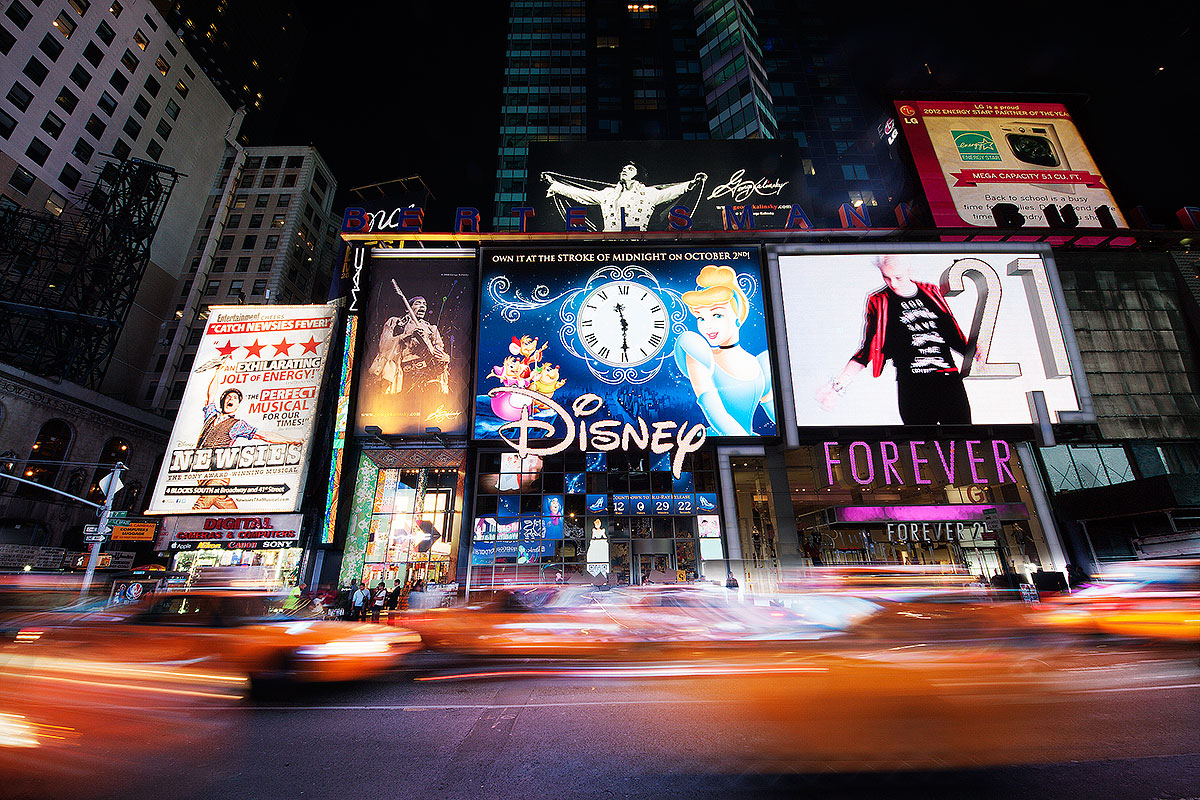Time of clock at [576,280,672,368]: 11:29
